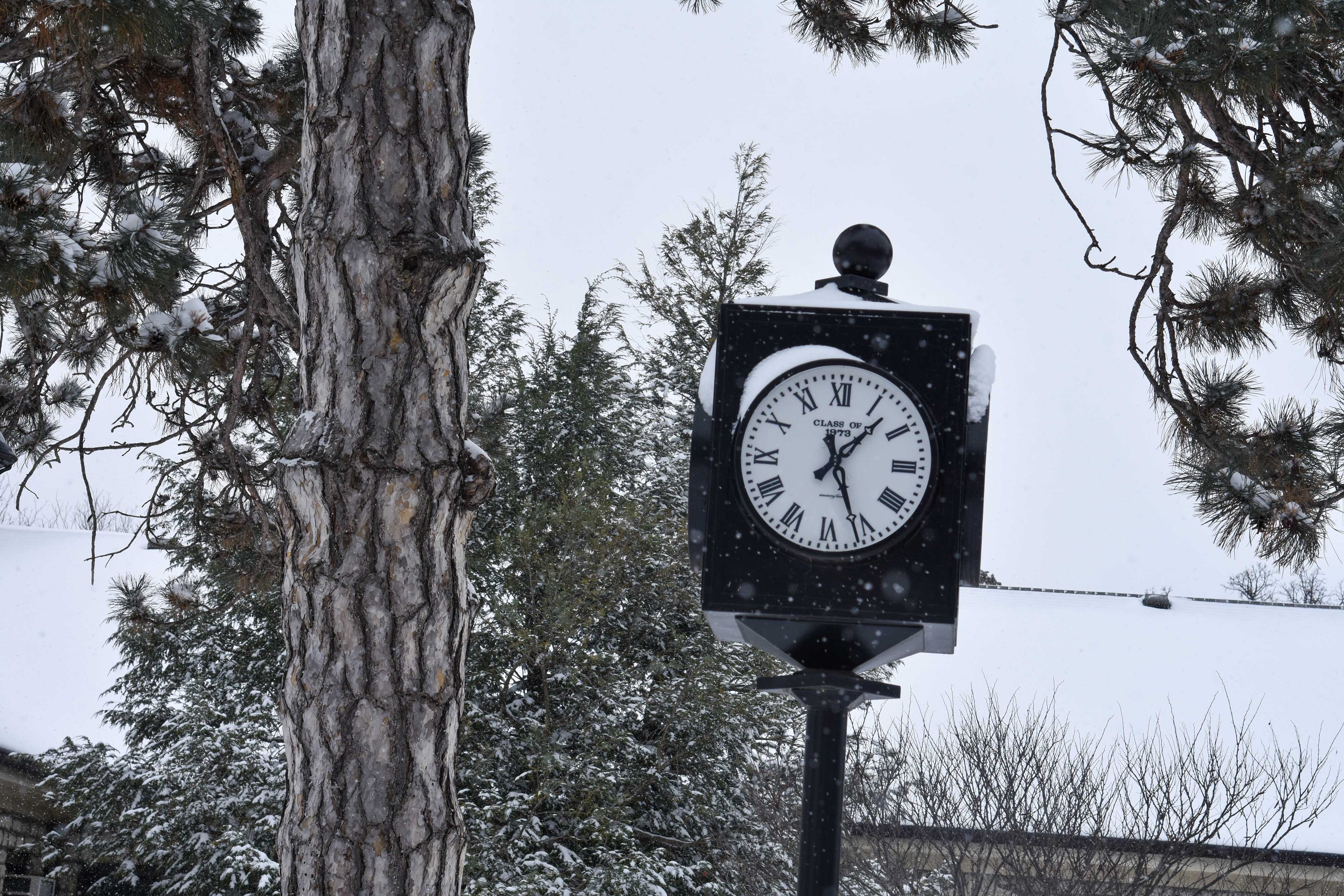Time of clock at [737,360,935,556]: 1:26
